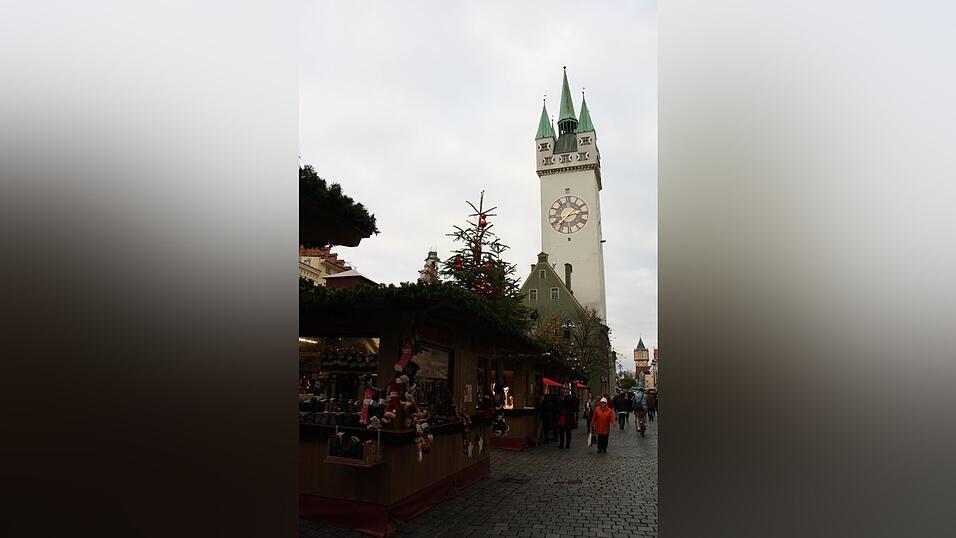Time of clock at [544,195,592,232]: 2:38
